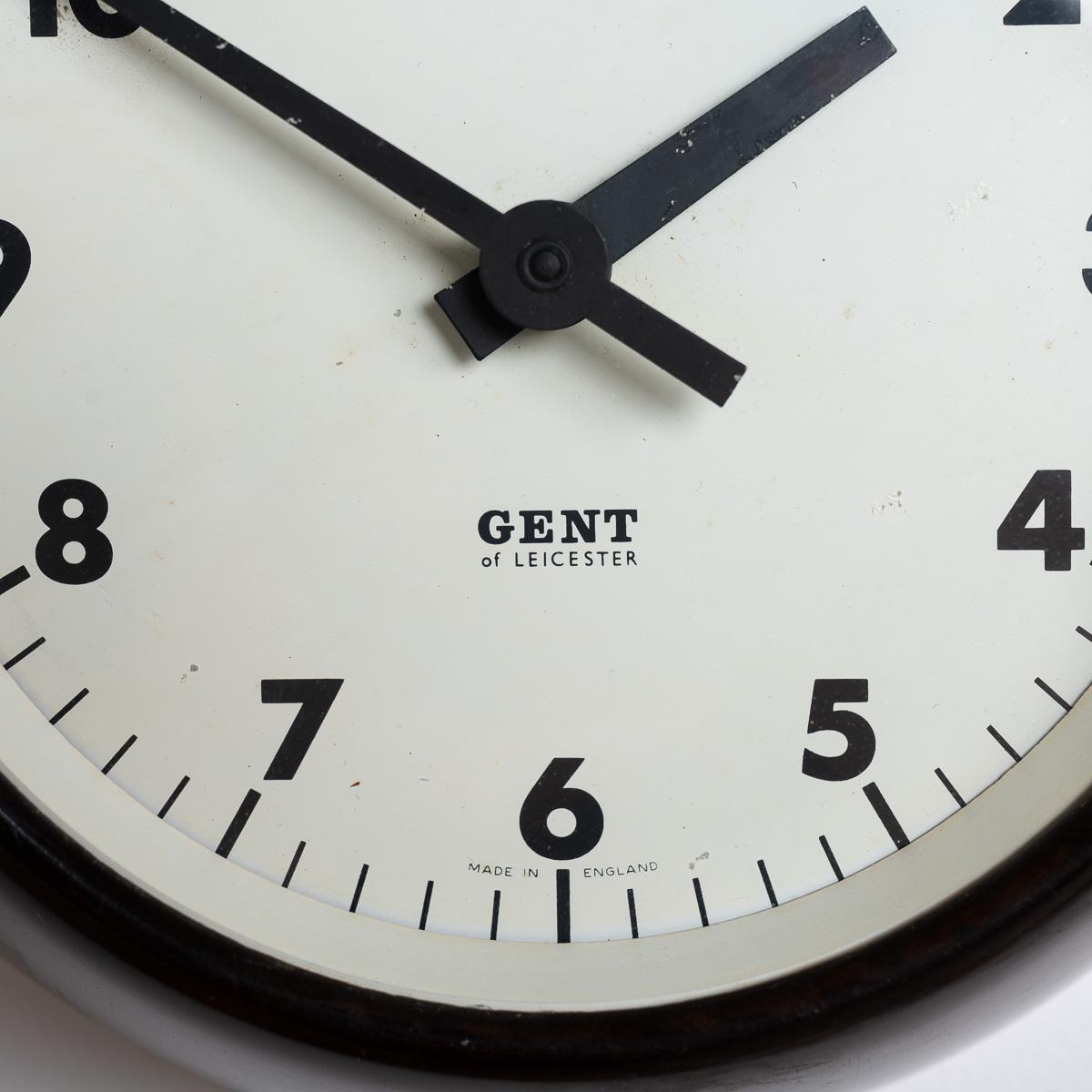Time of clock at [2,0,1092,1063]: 1:50
